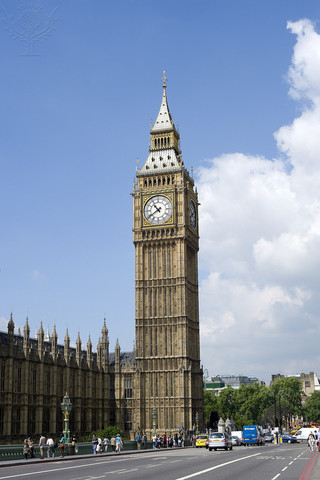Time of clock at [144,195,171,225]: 10:39
